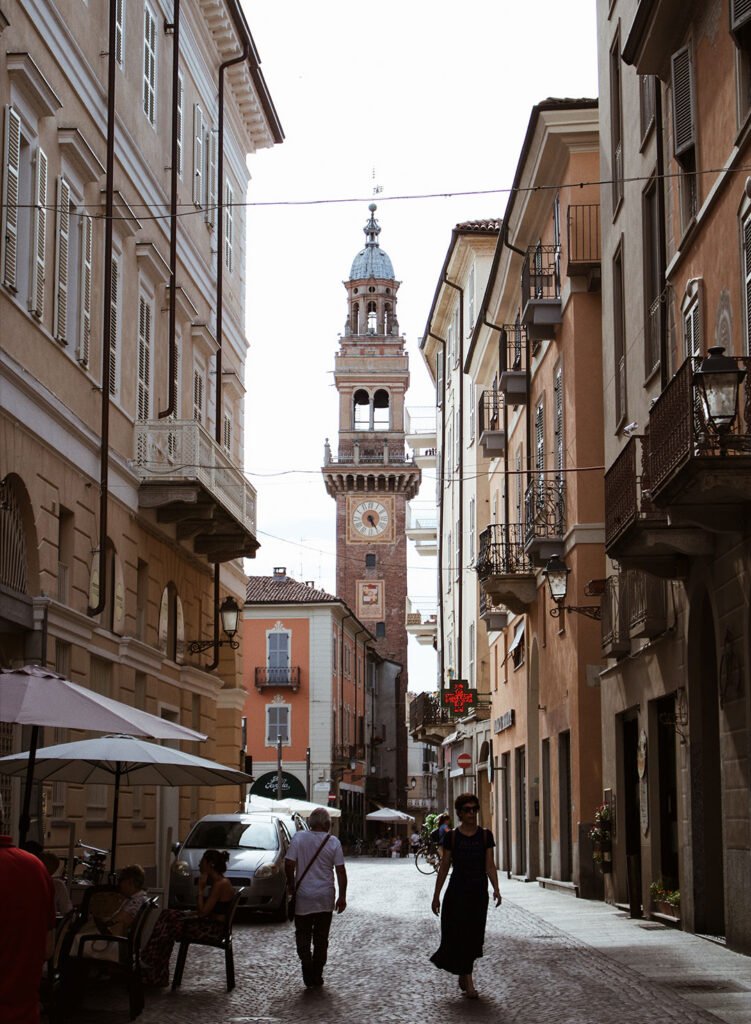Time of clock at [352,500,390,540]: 5:24
